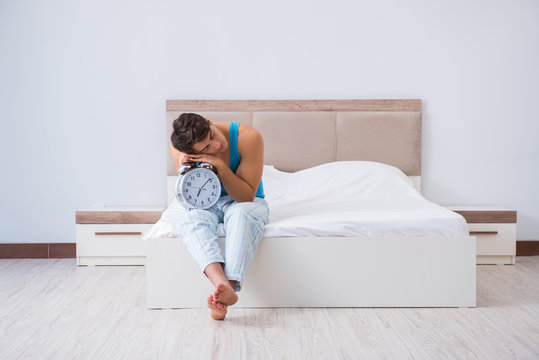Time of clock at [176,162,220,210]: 7:08
